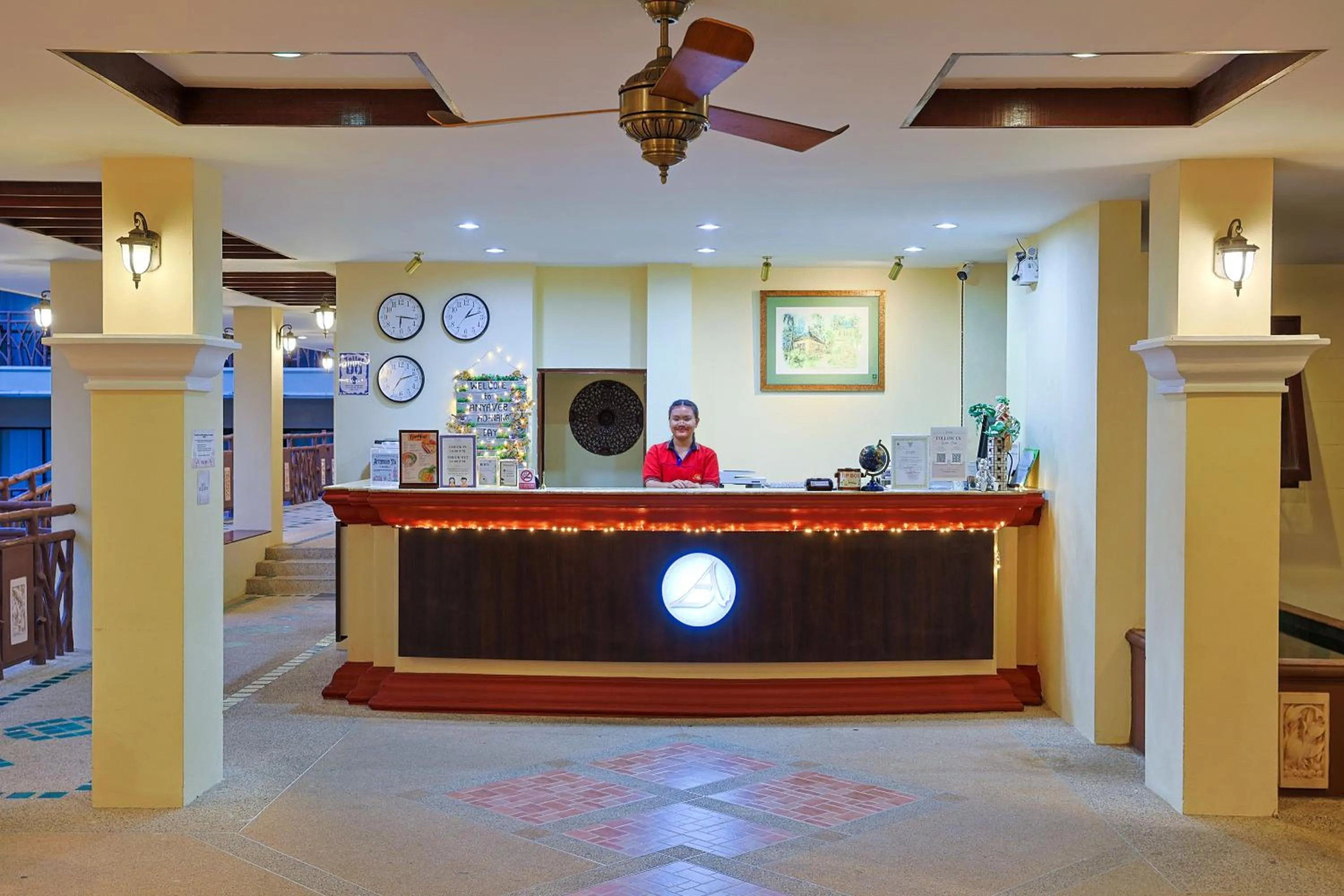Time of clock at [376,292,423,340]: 6:16
